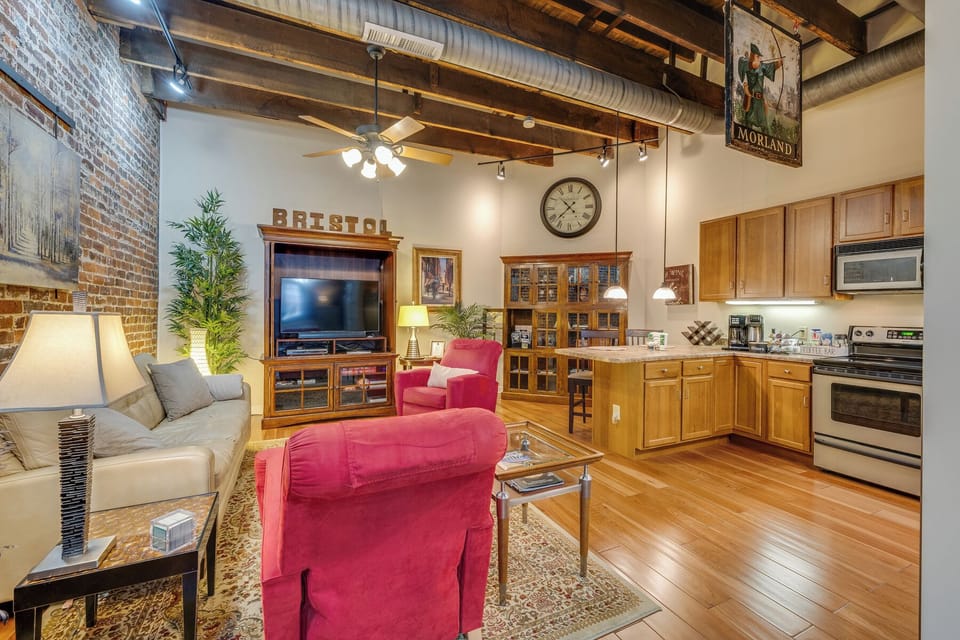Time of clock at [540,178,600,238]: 10:37
